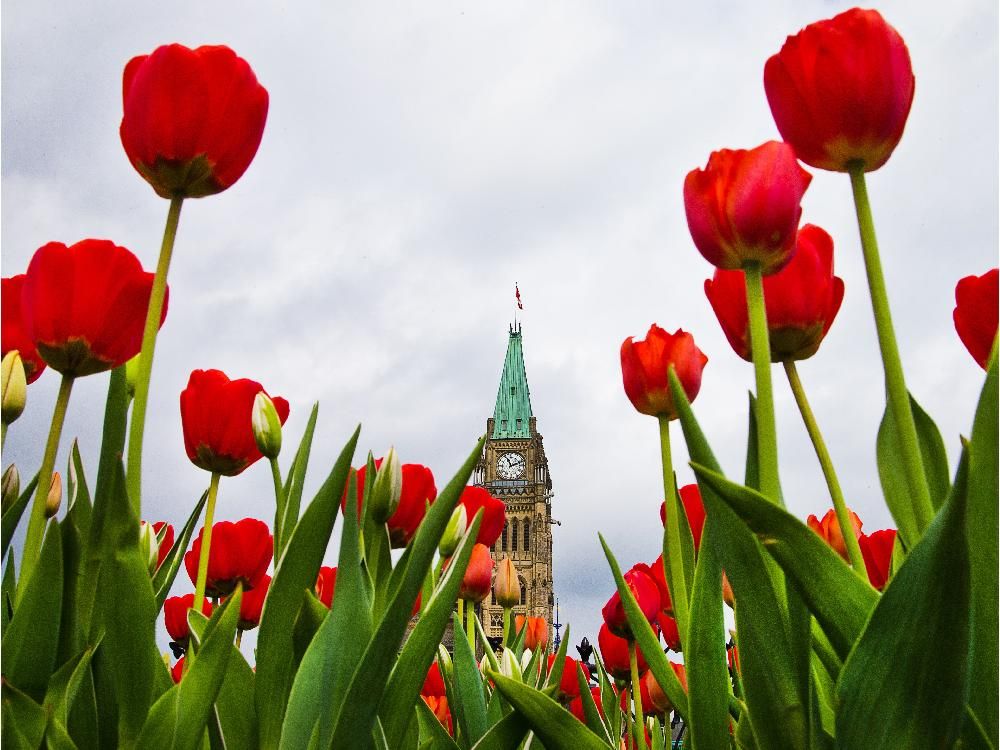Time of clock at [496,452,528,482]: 11:11
